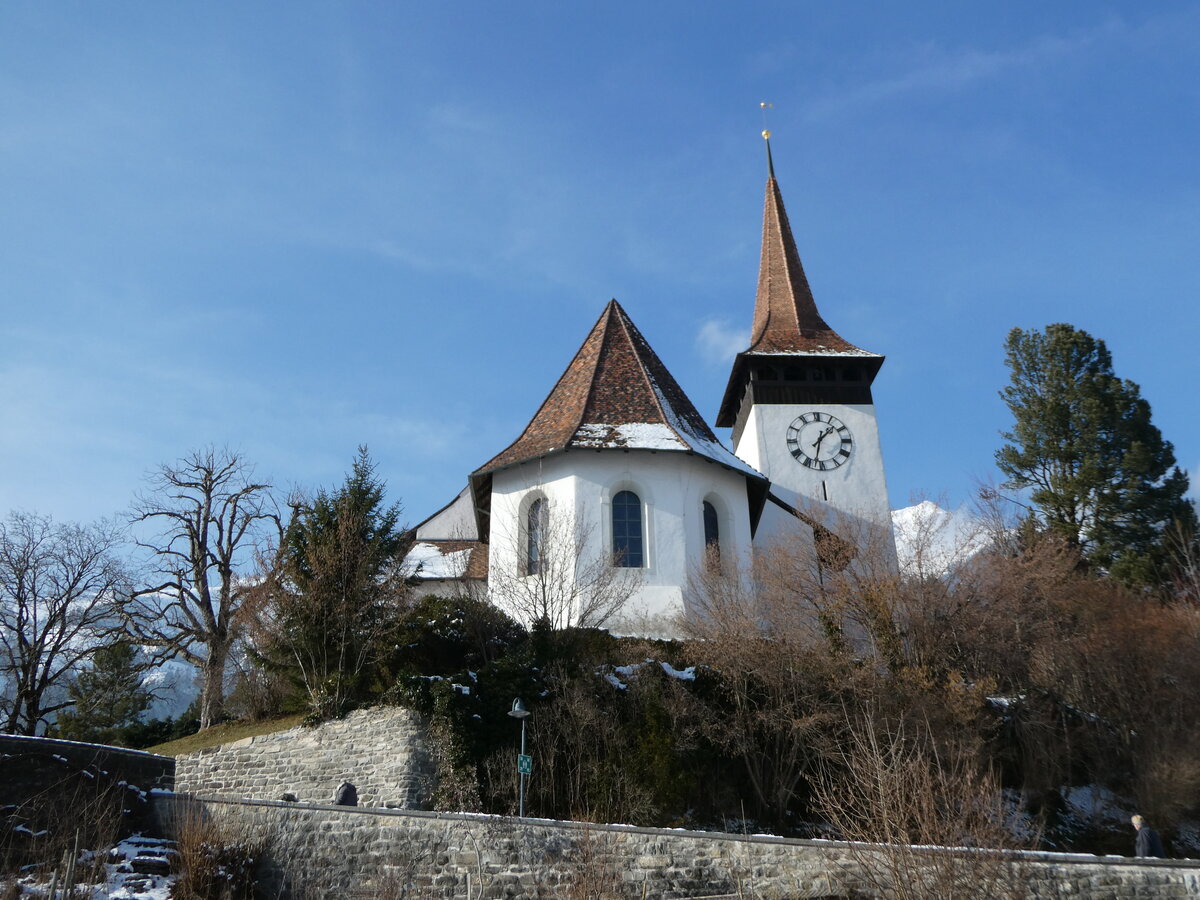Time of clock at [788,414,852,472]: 1:32
